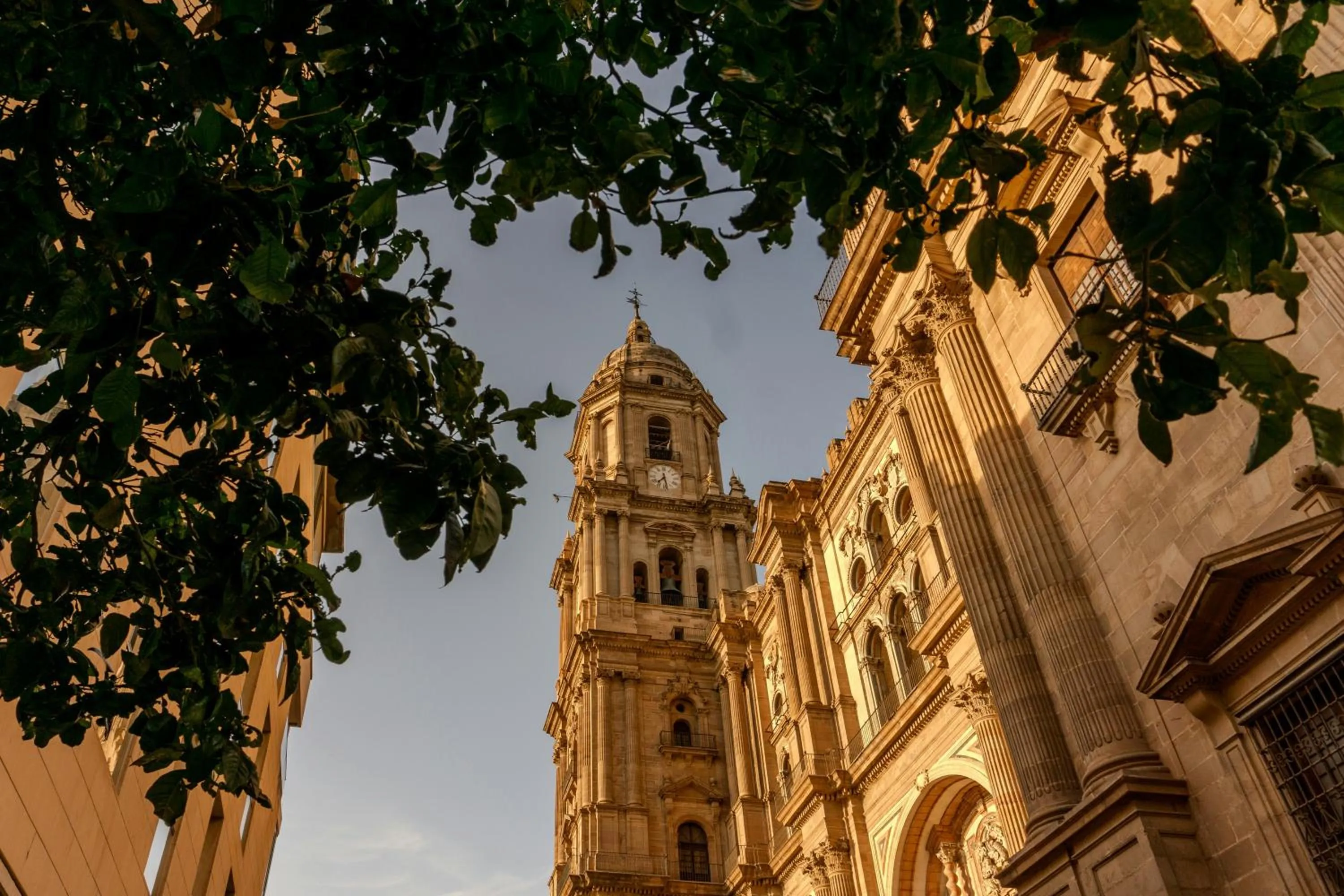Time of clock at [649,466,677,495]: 7:28
